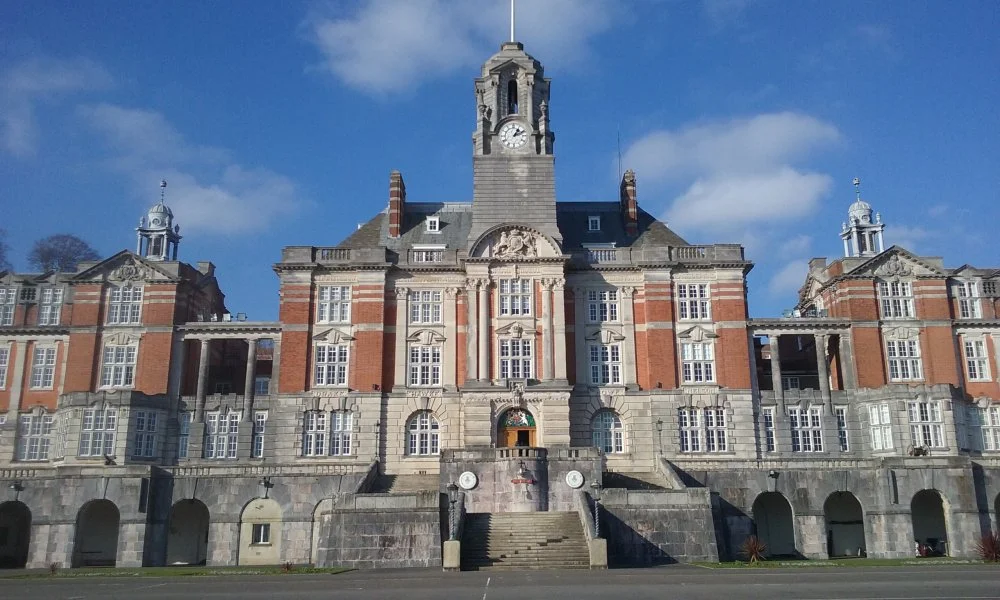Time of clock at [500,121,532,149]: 1:11
